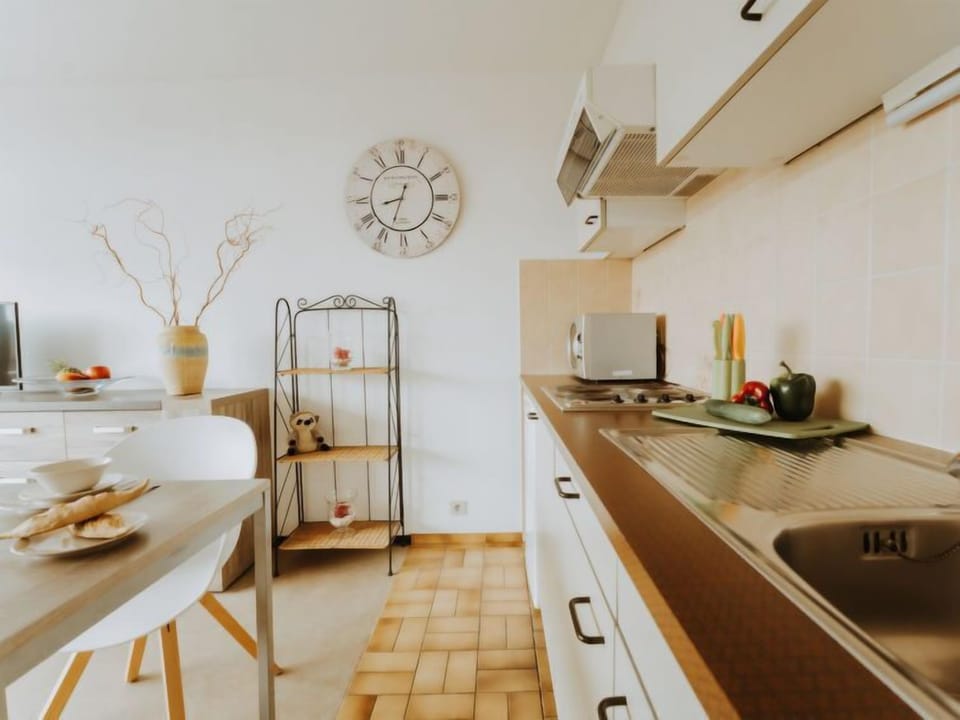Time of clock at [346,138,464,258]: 8:33
